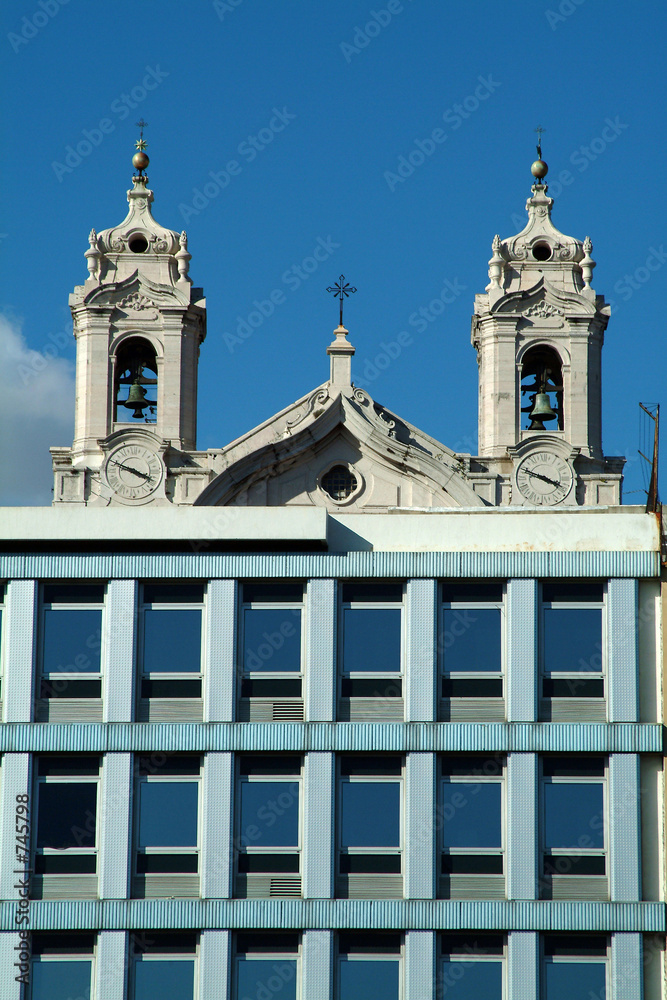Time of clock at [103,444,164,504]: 3:48
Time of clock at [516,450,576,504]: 3:48
